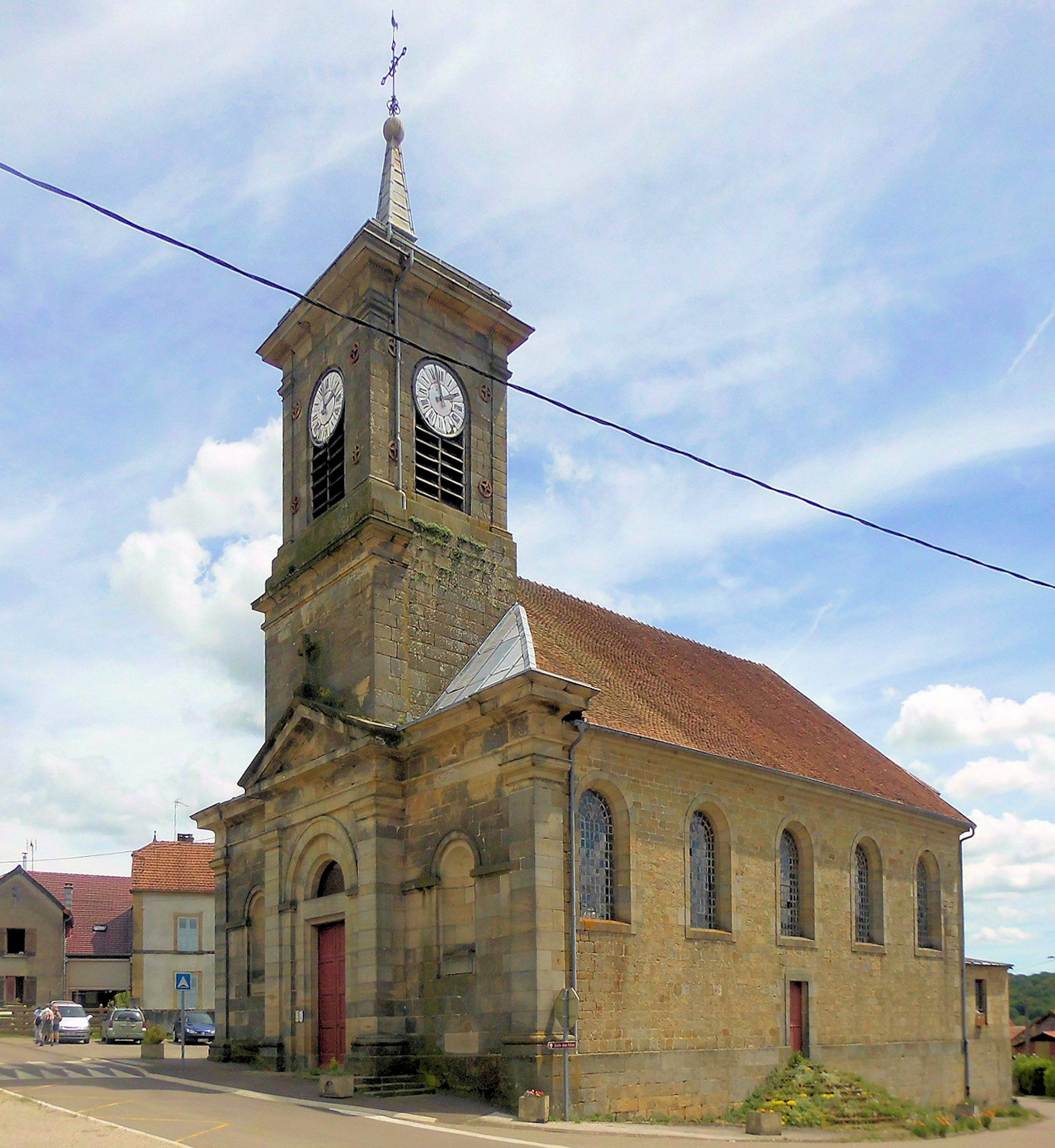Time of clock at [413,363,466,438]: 1:57
